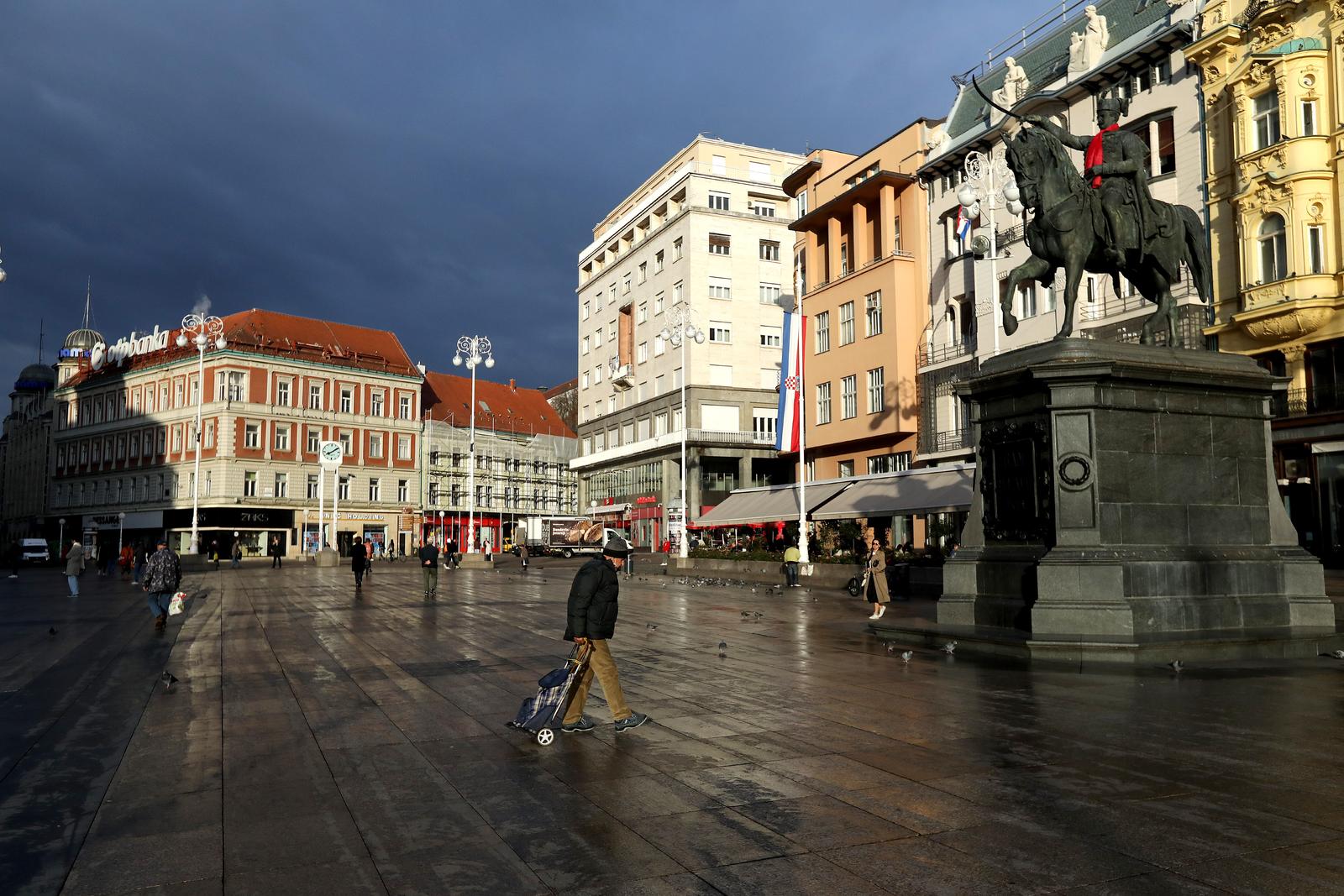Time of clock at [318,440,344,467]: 8:09
